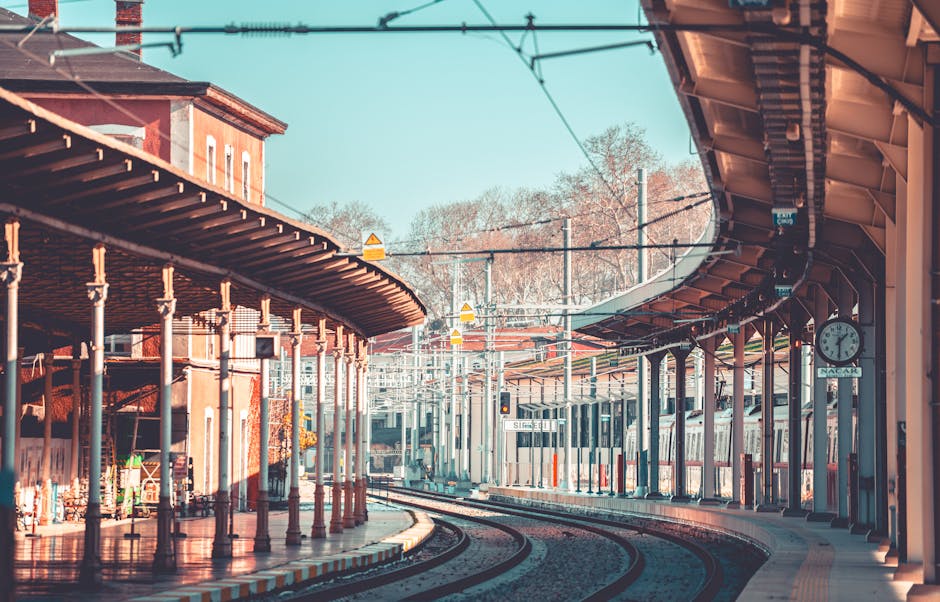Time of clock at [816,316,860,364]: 1:30
